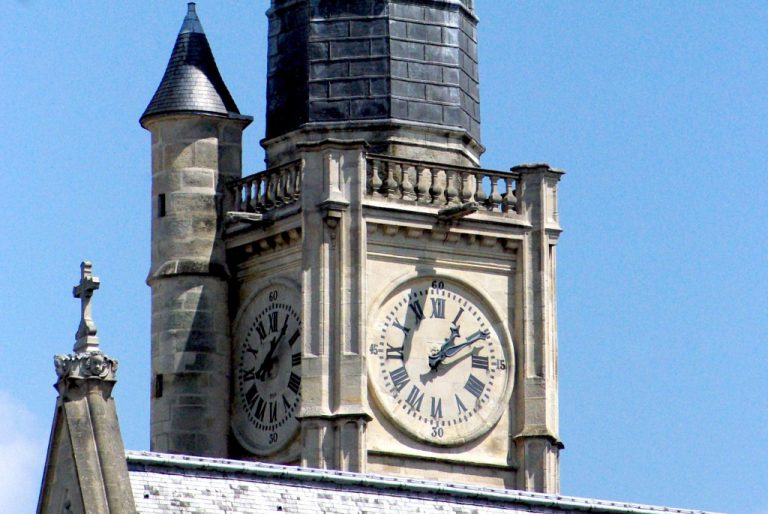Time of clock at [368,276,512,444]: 1:09
